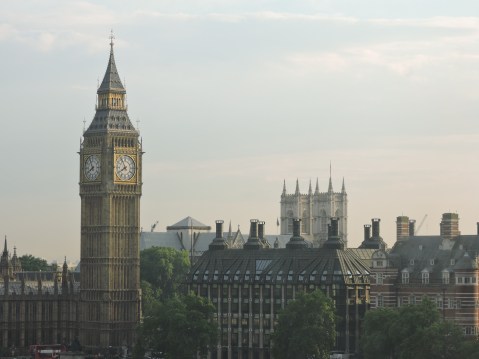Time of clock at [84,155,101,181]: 7:55
